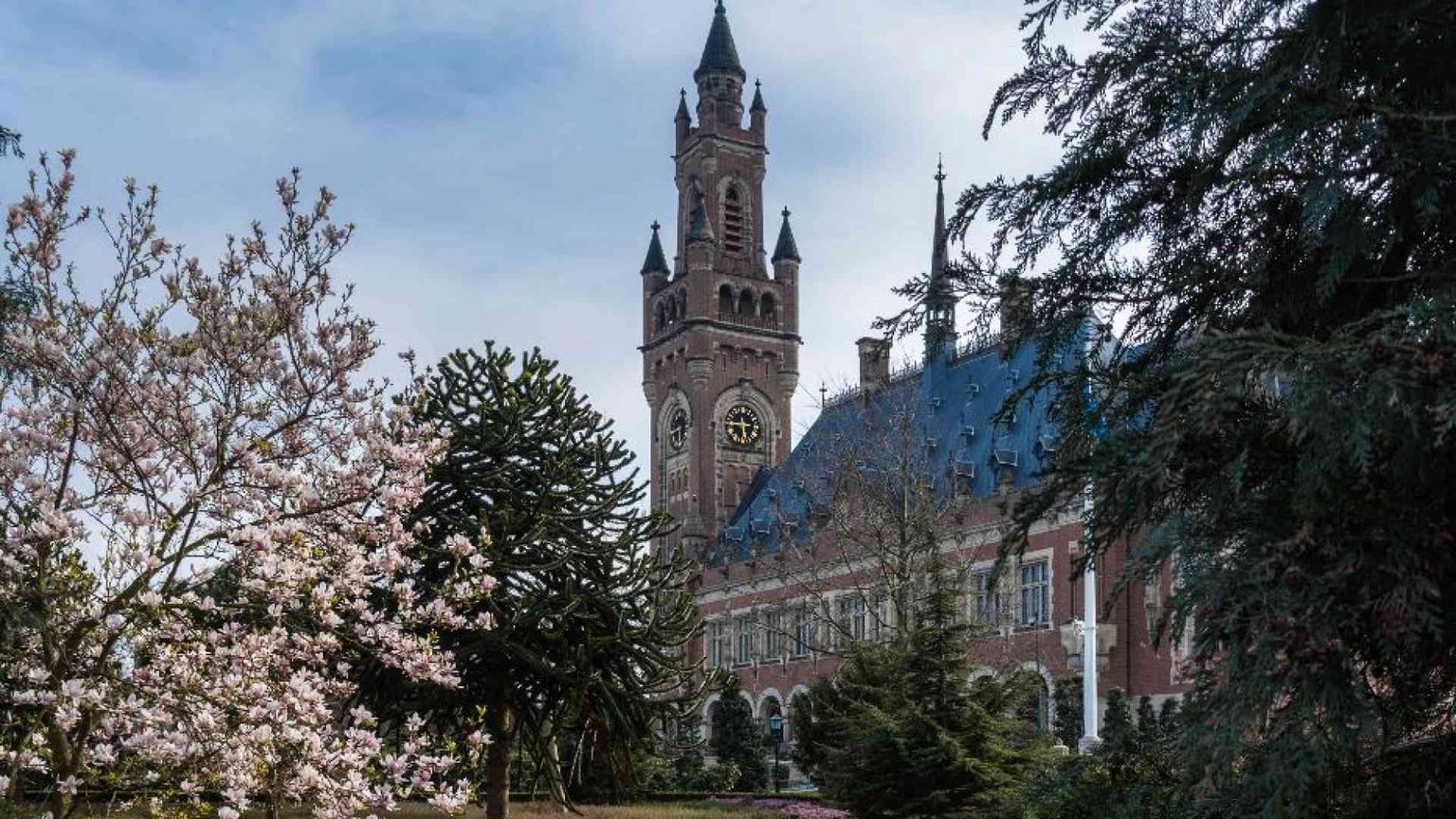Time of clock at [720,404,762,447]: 5:44
